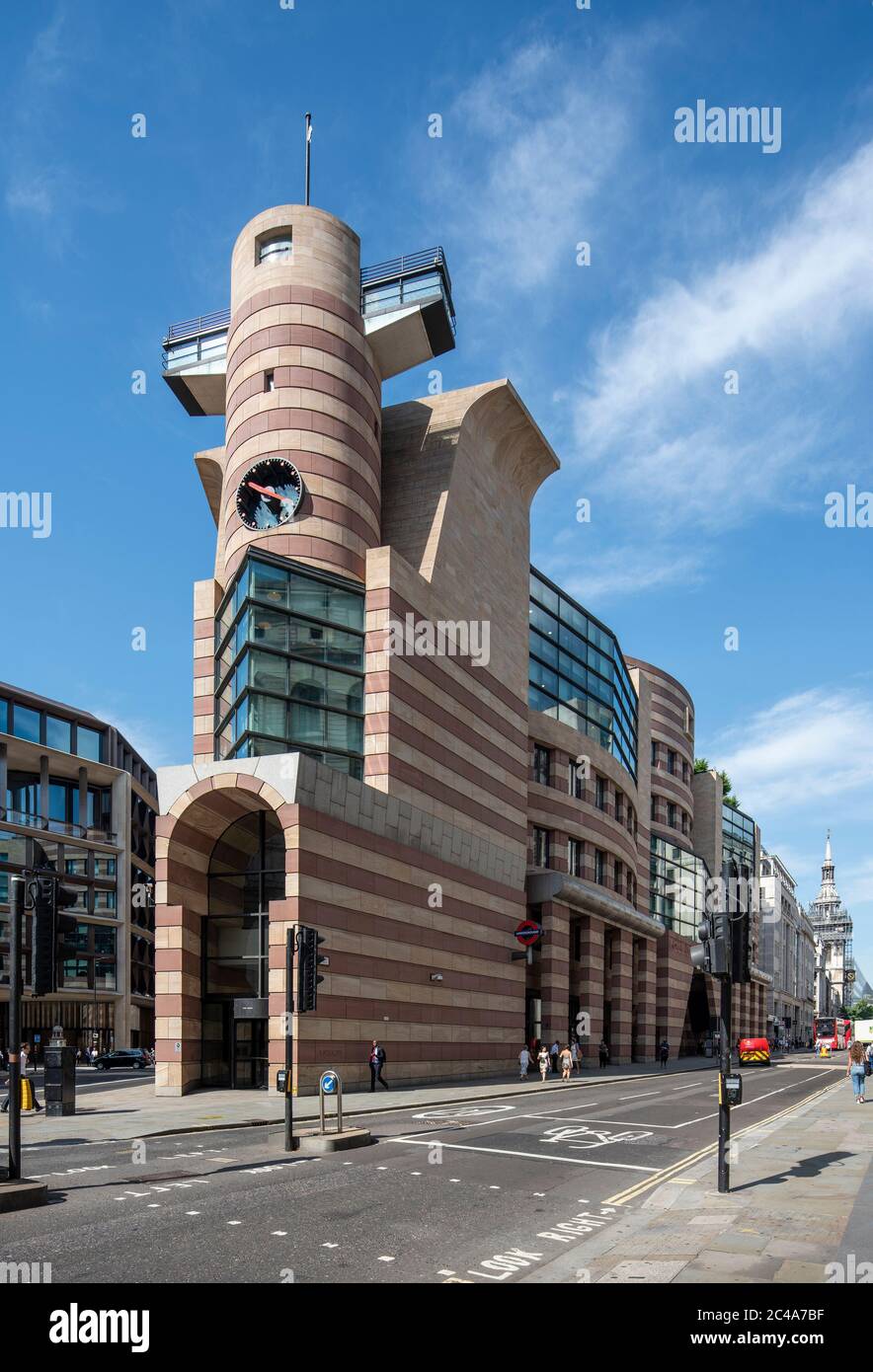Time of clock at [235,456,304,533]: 3:50
